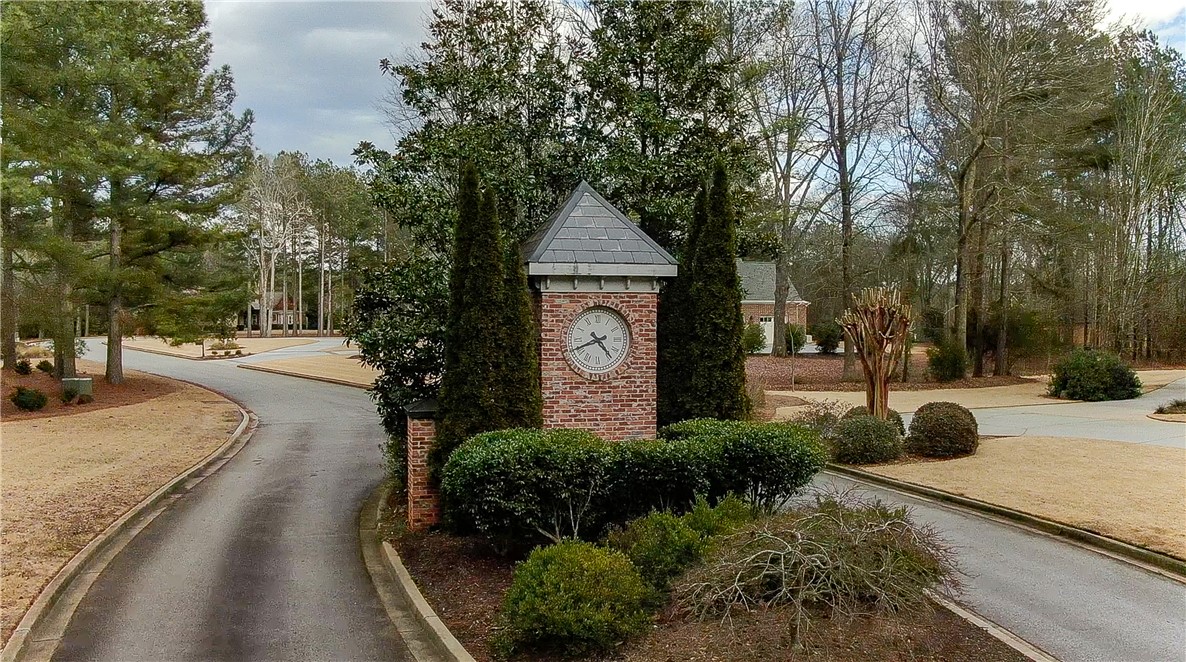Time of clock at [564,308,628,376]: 4:41
